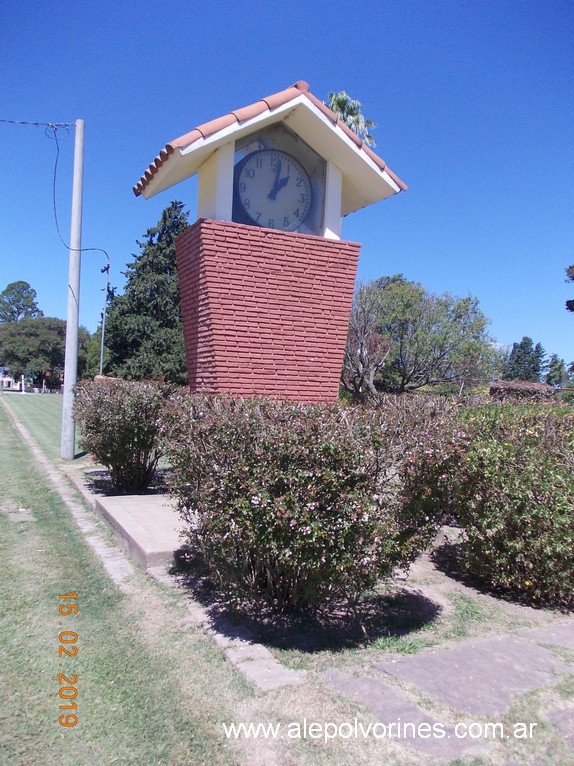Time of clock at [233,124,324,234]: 1:02
